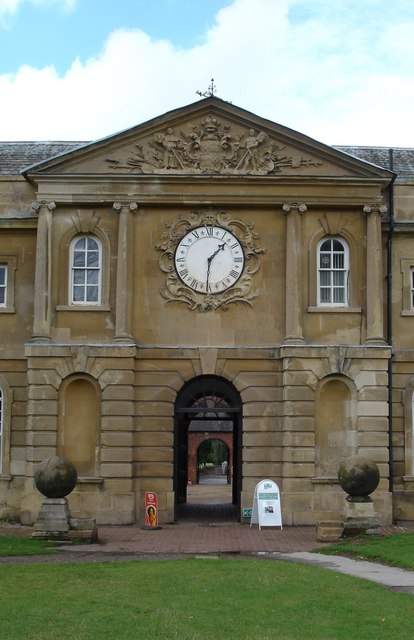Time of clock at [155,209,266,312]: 1:30
